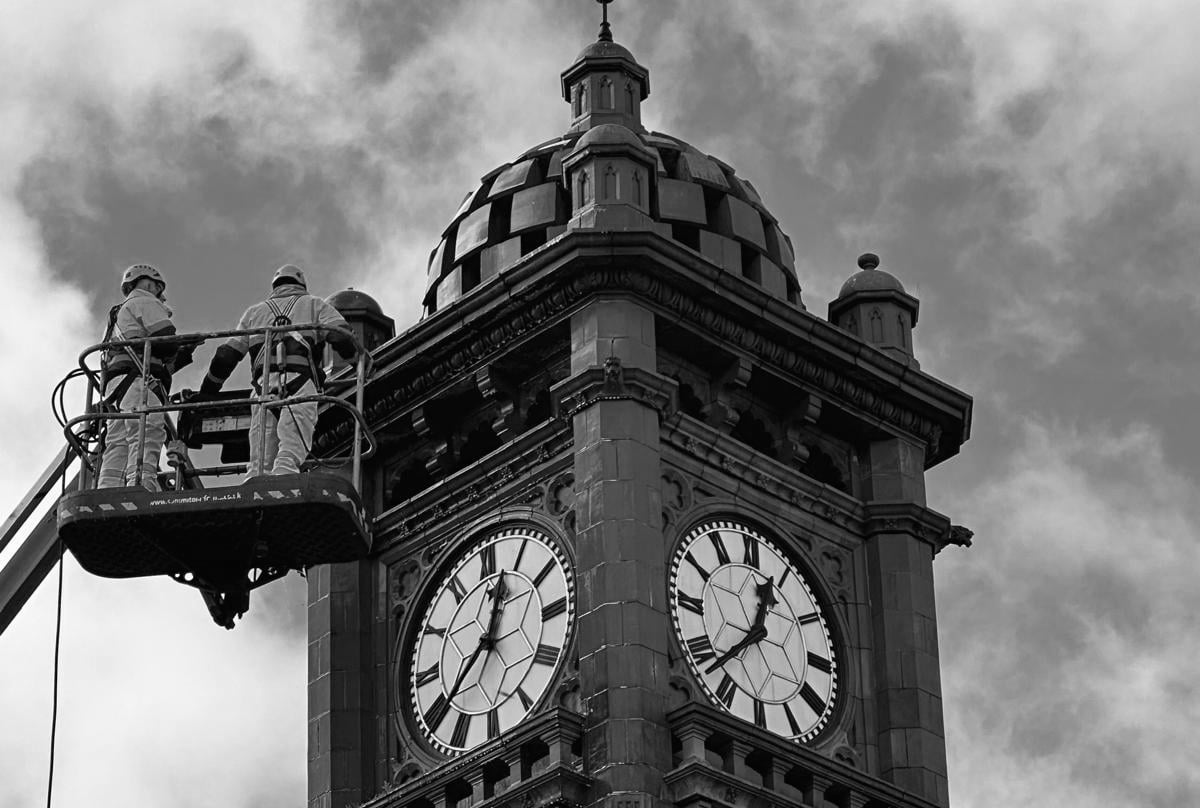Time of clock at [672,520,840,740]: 12:37
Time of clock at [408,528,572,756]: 12:38
